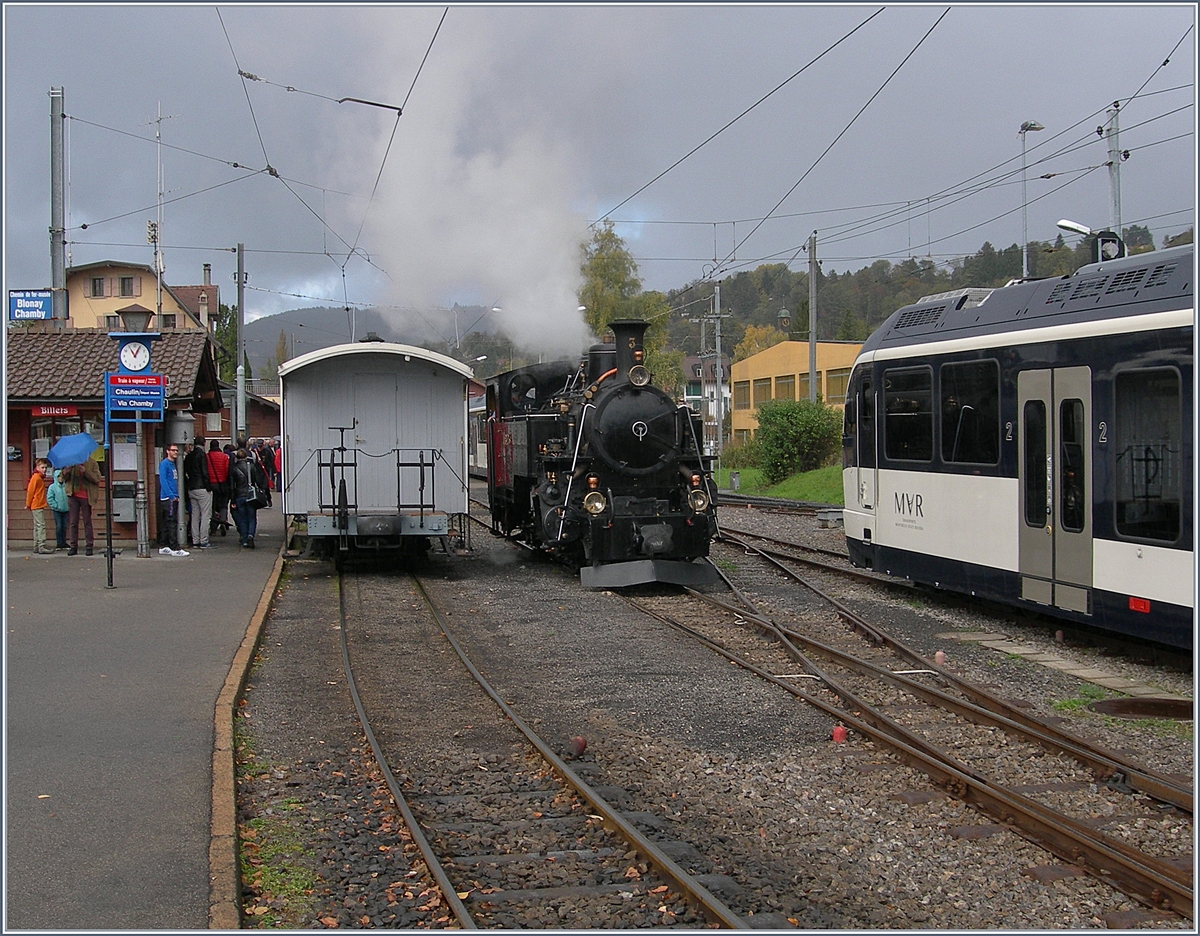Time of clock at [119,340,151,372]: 11:04
